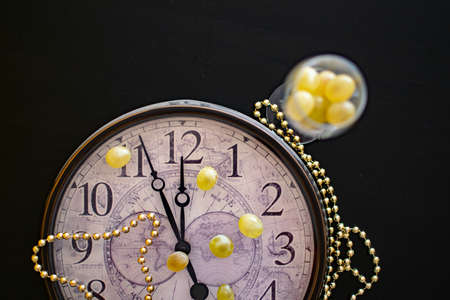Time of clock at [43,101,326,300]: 11:56
